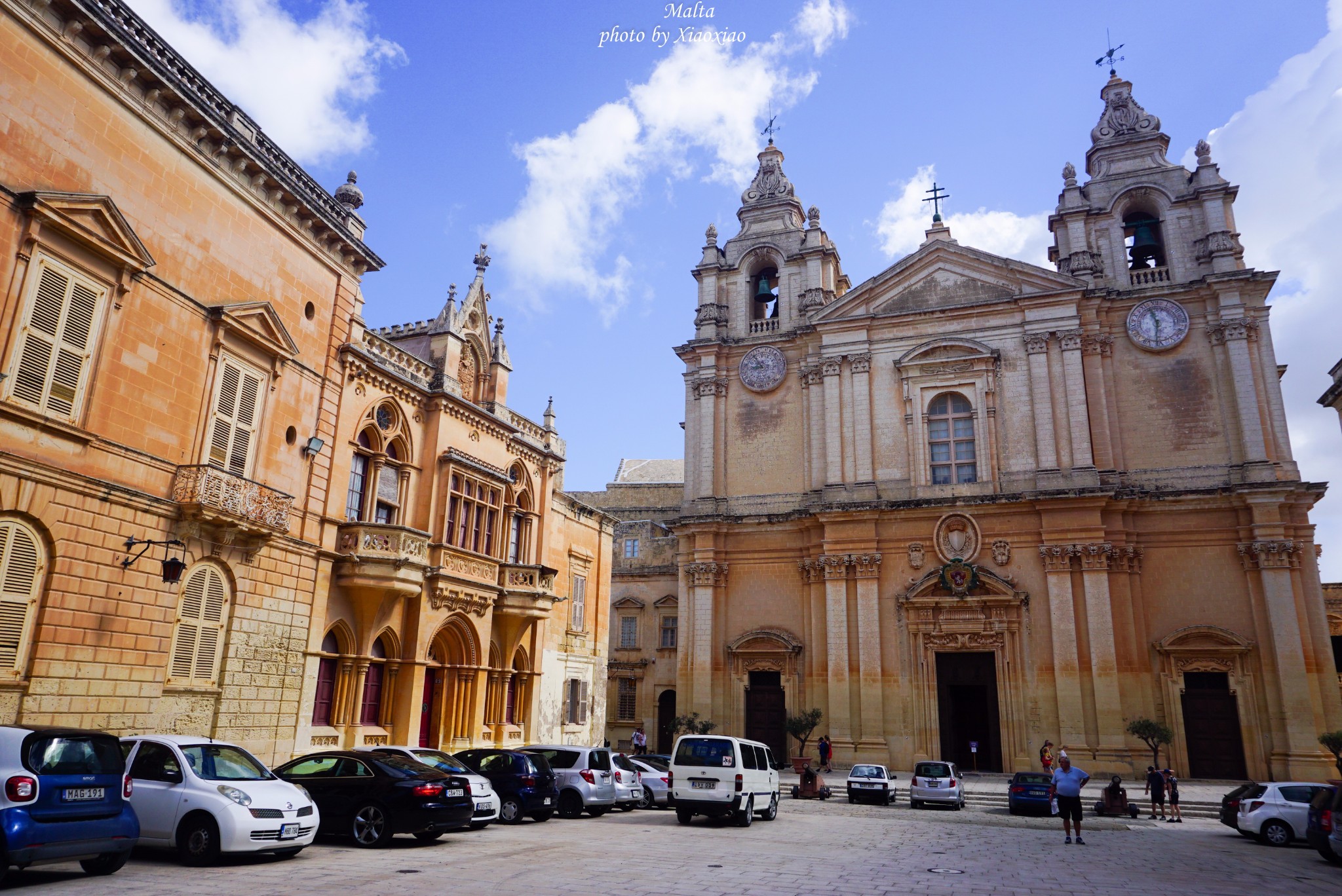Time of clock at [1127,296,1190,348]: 11:31
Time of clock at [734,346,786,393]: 8:53
